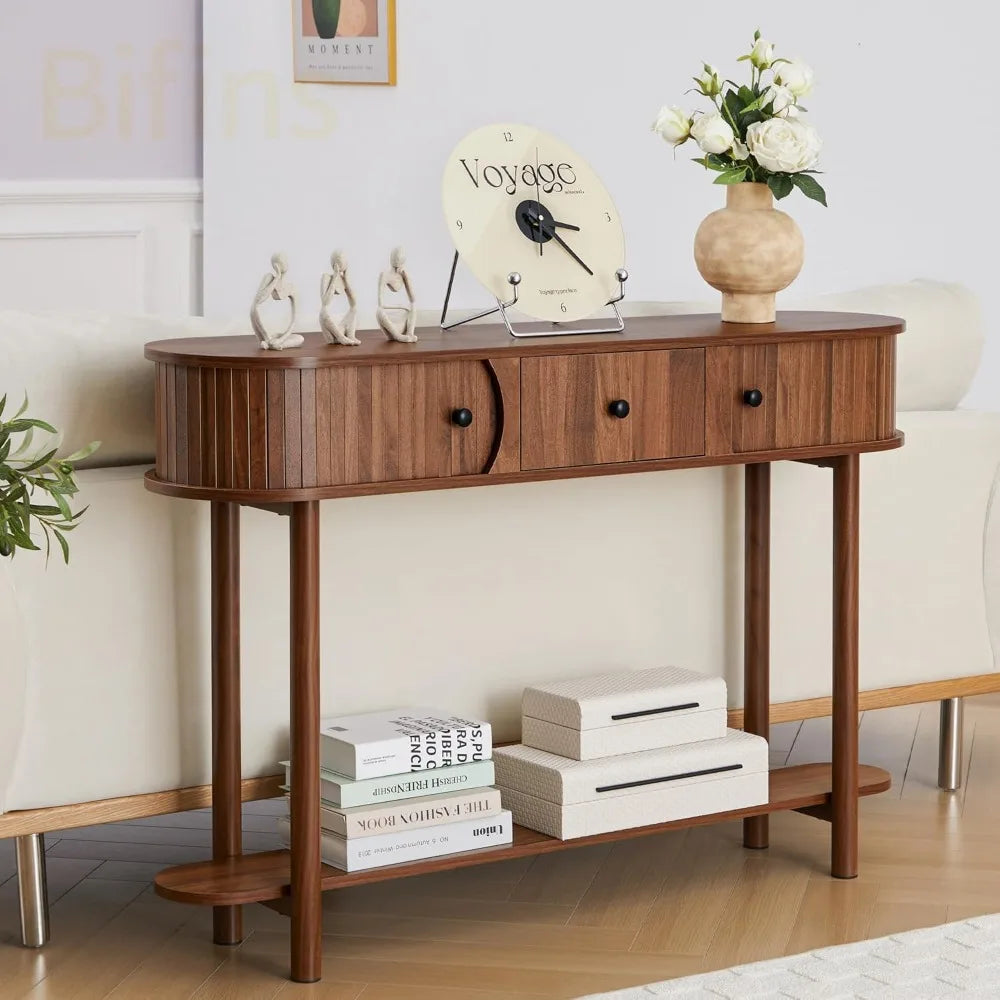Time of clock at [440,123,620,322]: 3:22
